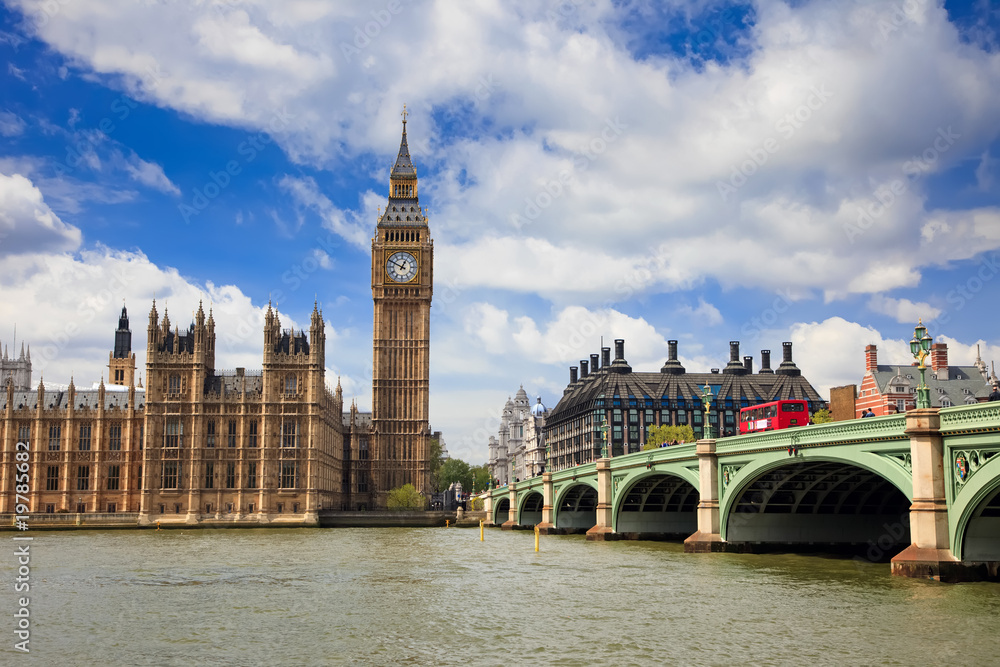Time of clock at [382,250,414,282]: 12:49
